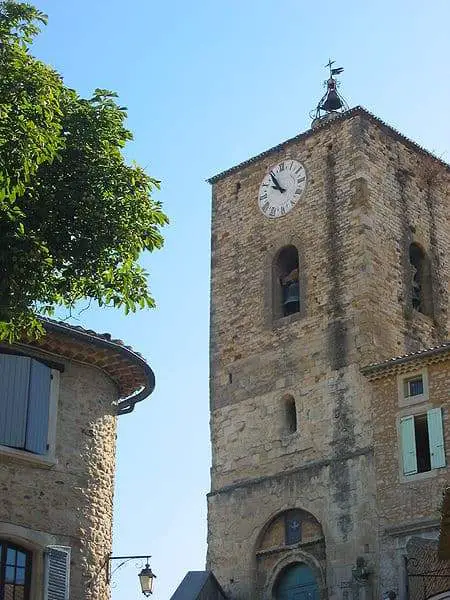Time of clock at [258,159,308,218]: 9:54
